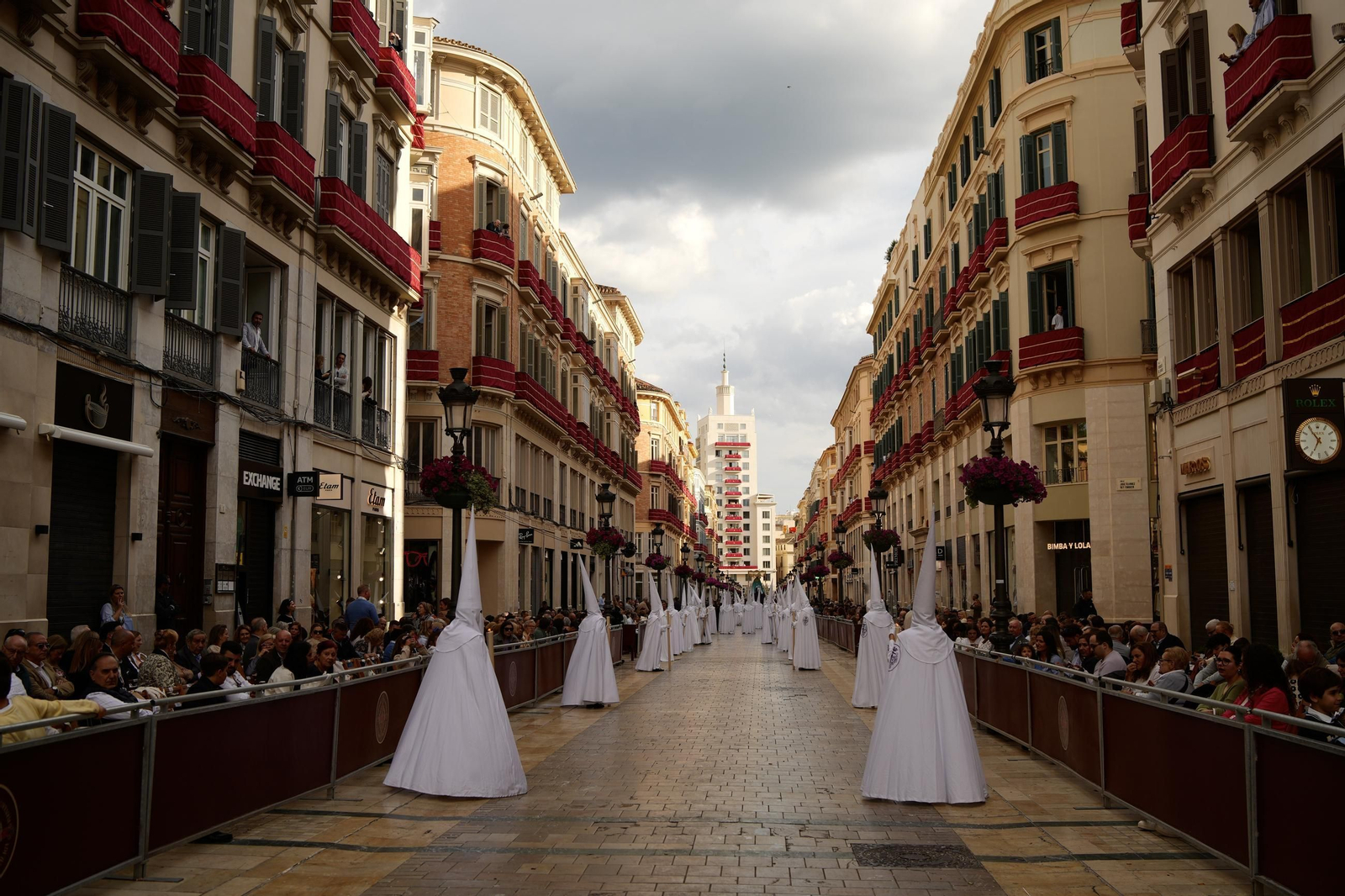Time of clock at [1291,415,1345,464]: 6:54
